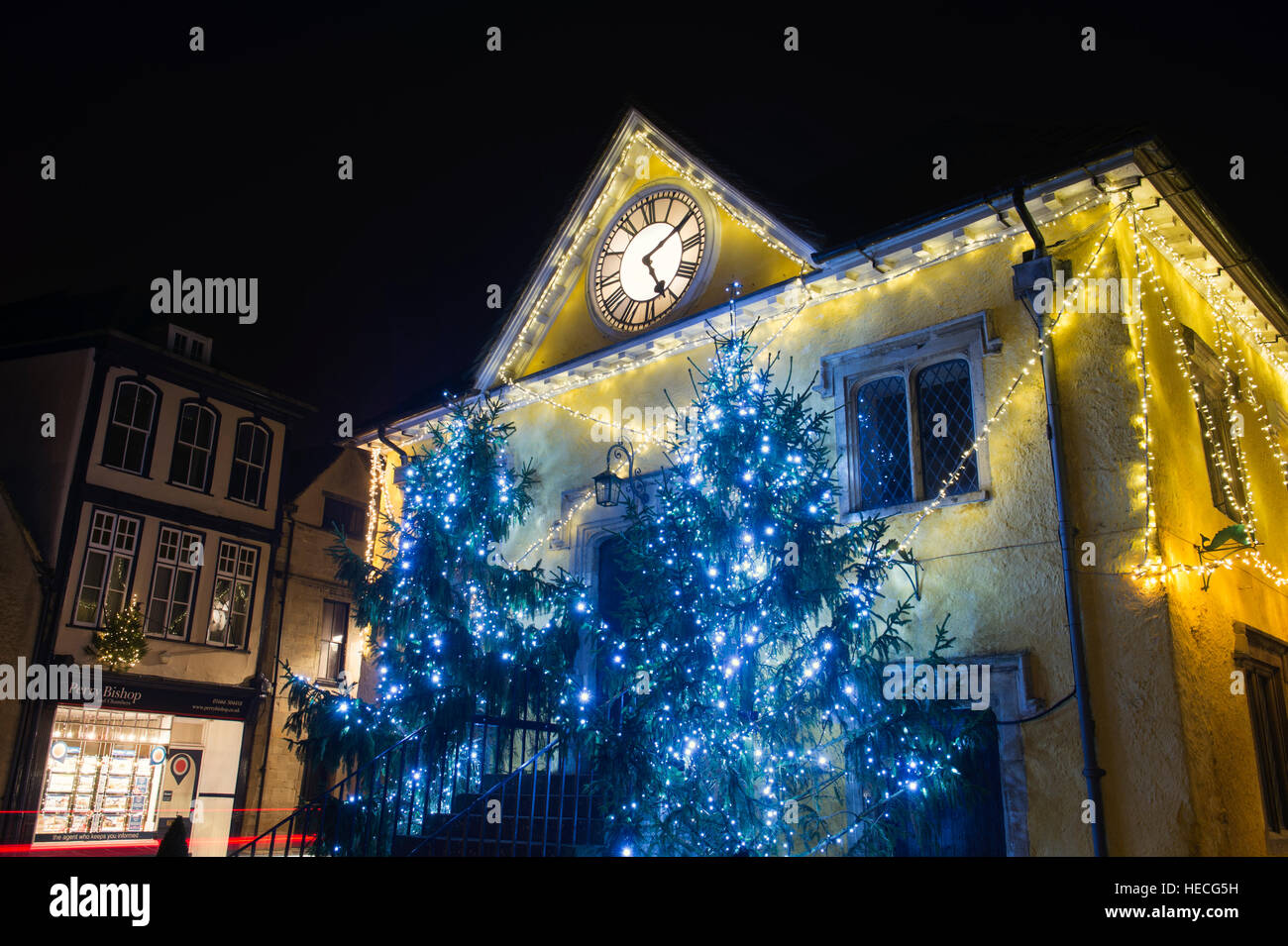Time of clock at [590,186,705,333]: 5:10
